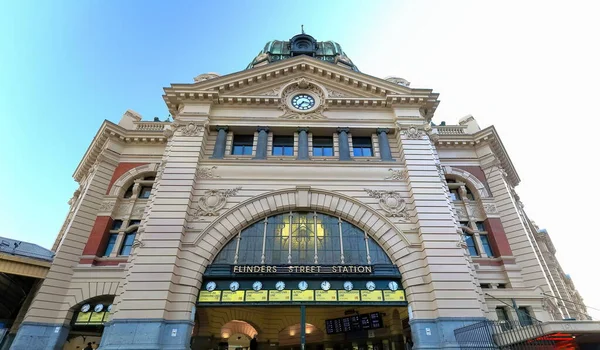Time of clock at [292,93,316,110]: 7:17
